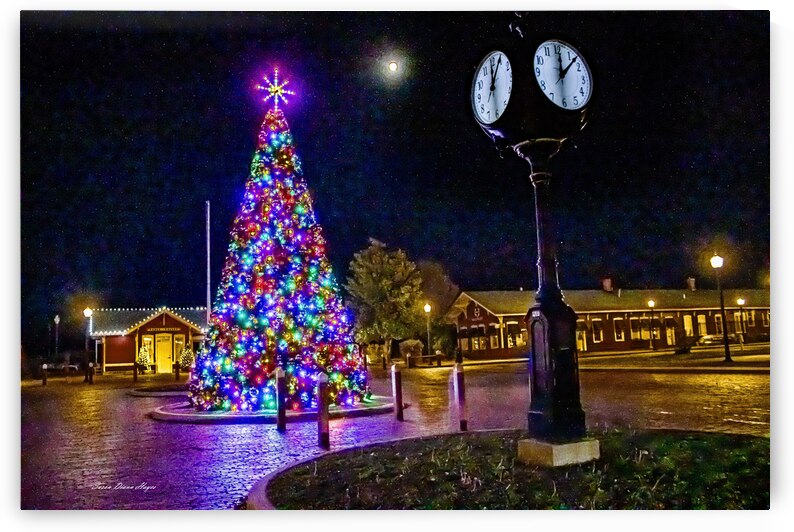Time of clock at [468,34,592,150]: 12:07
